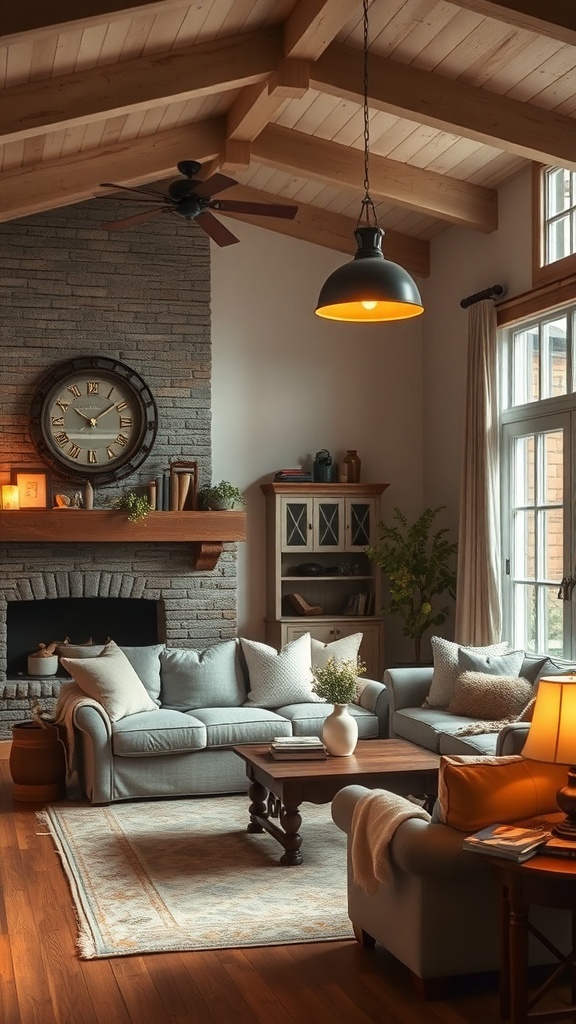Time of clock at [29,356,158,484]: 10:08
